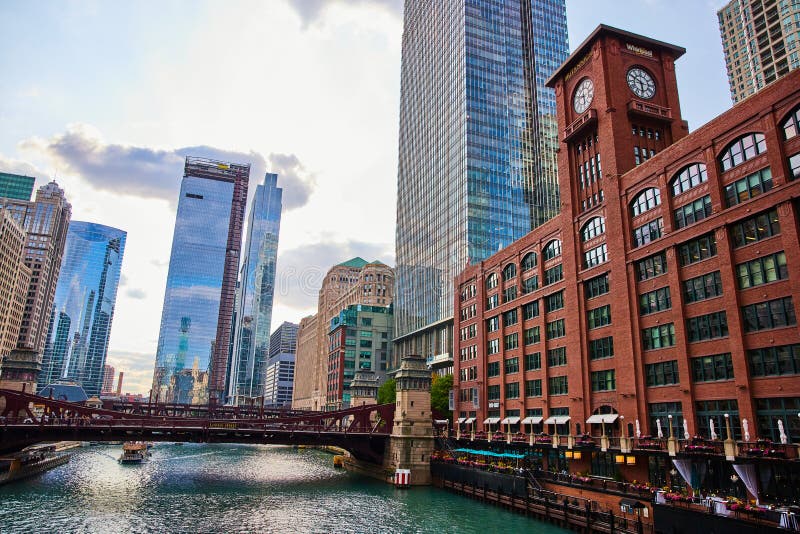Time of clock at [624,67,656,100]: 5:49
